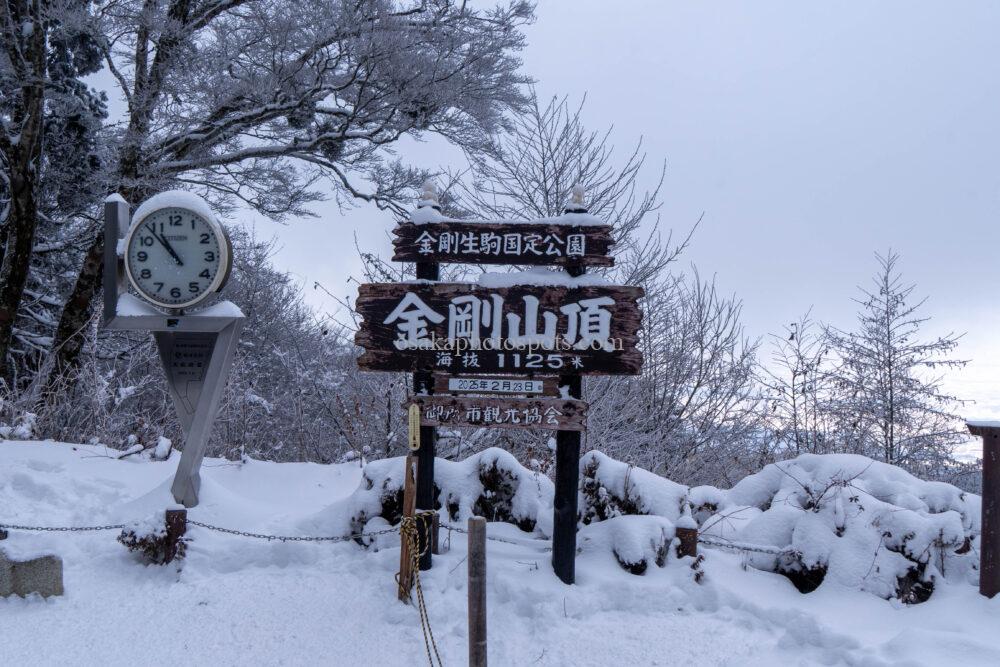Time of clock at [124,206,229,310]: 10:52
